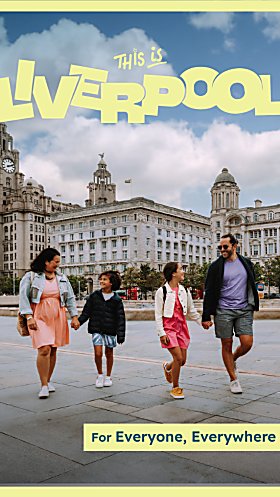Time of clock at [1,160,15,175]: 2:11
